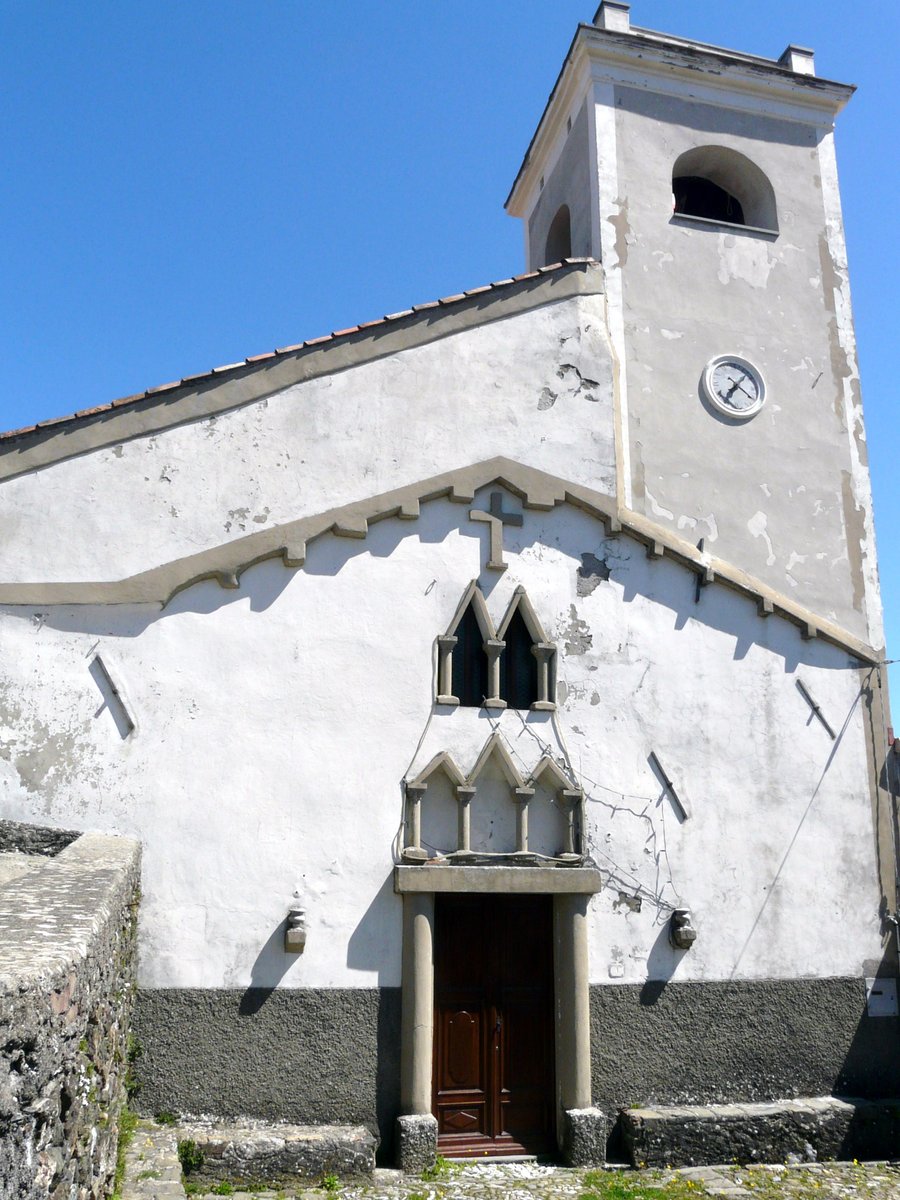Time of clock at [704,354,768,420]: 7:07
